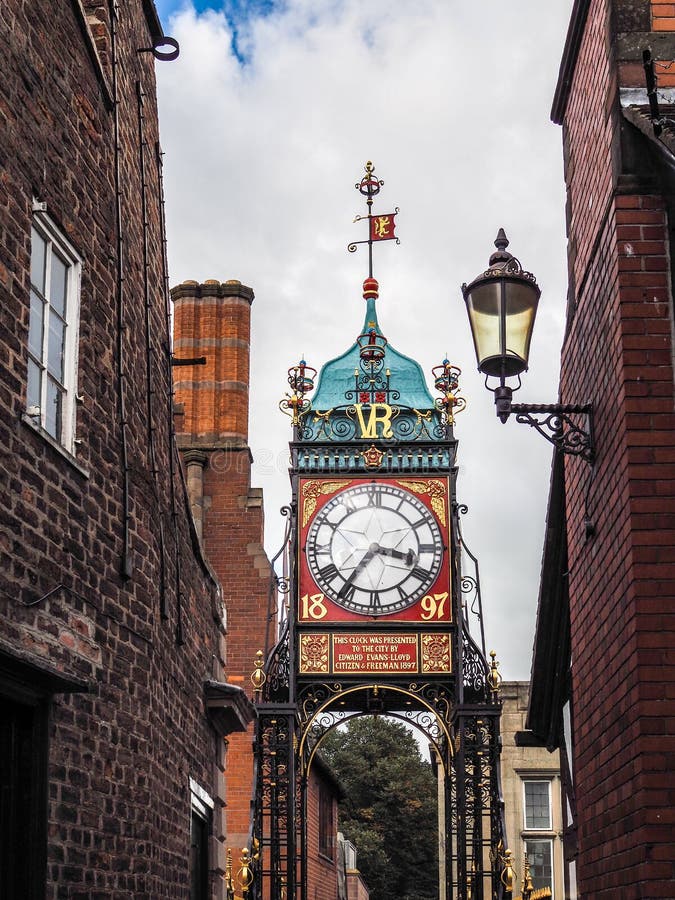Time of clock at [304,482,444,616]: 3:36
